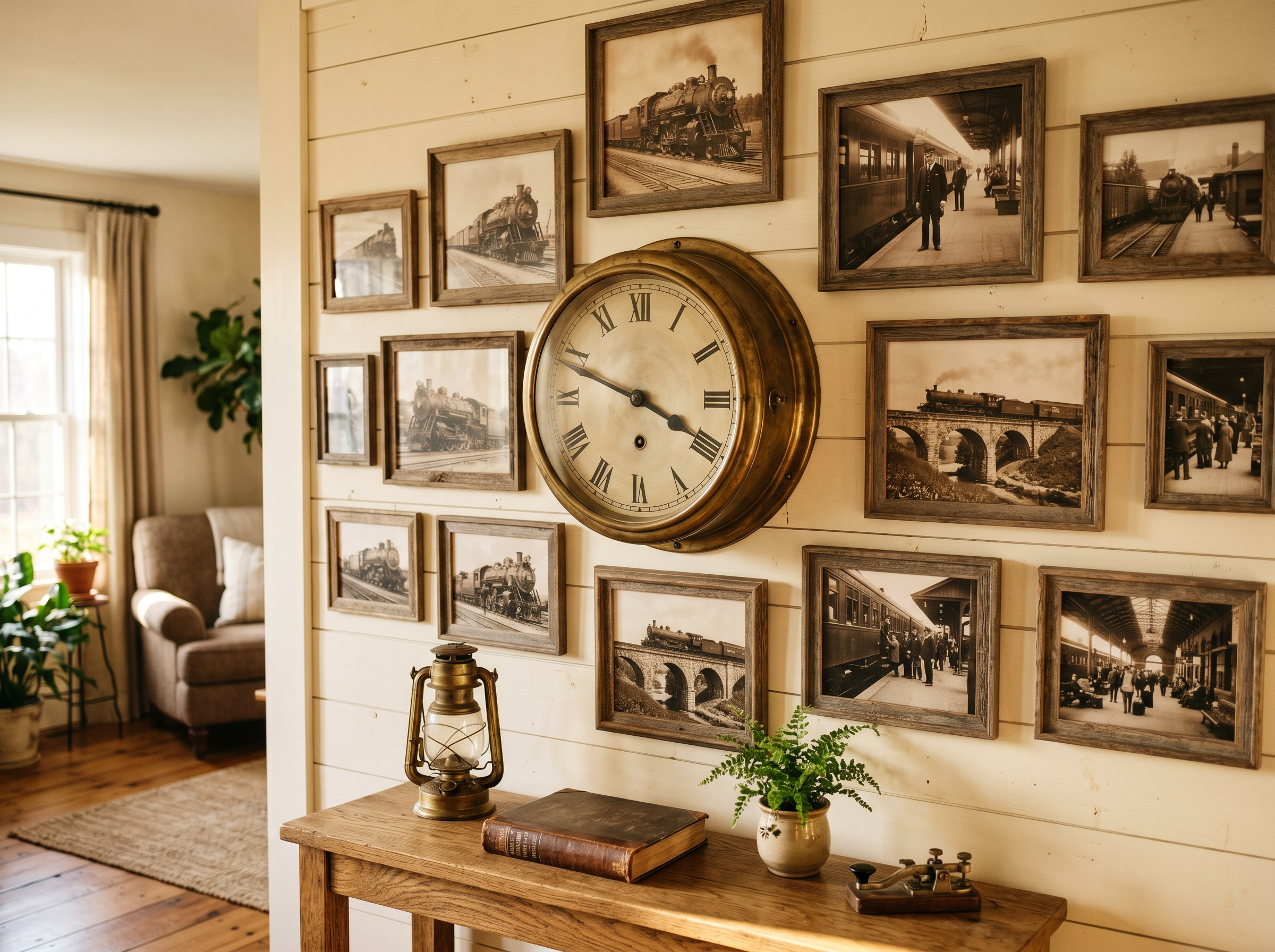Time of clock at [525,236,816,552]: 3:48
